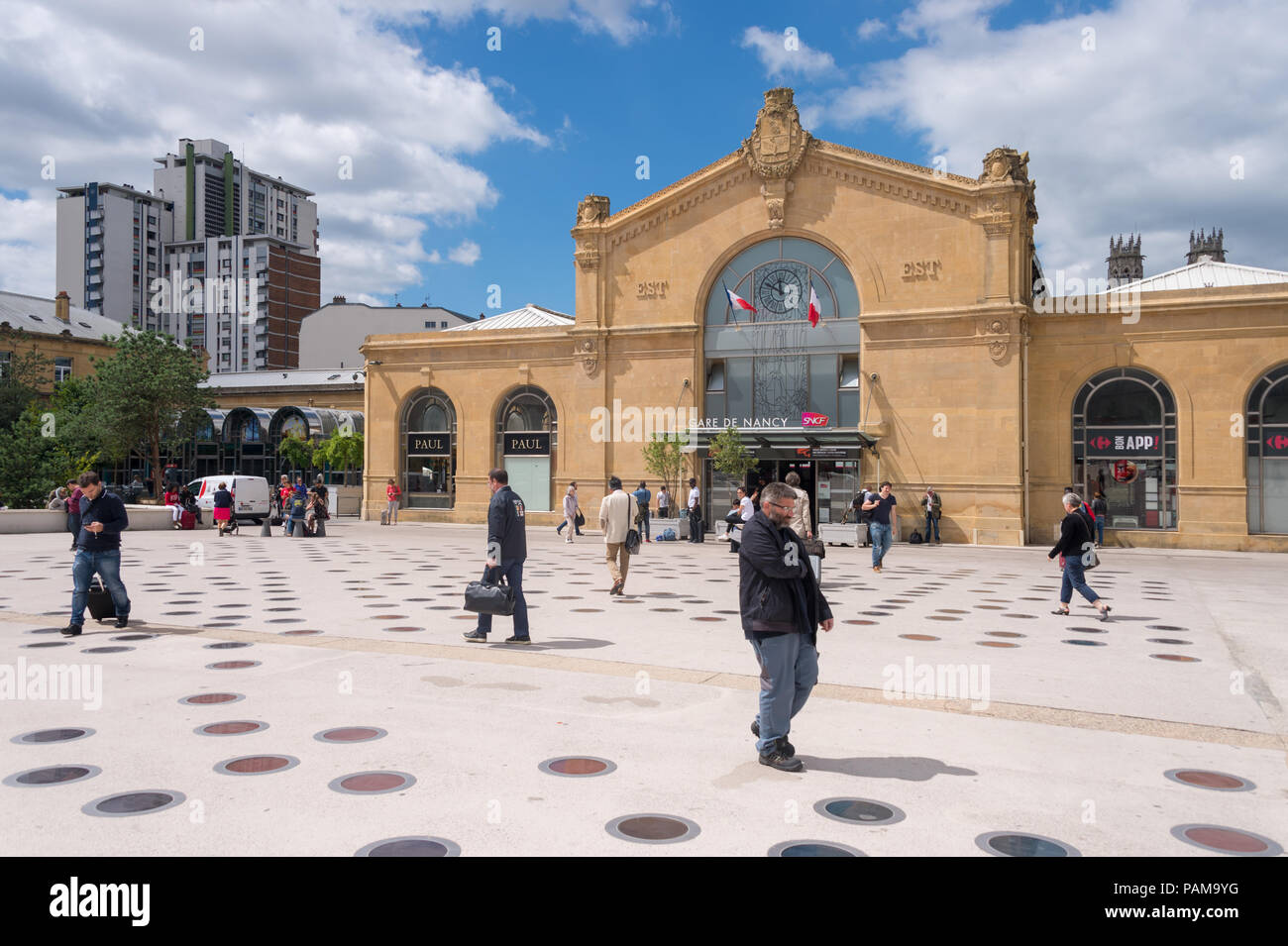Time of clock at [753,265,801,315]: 11:49
